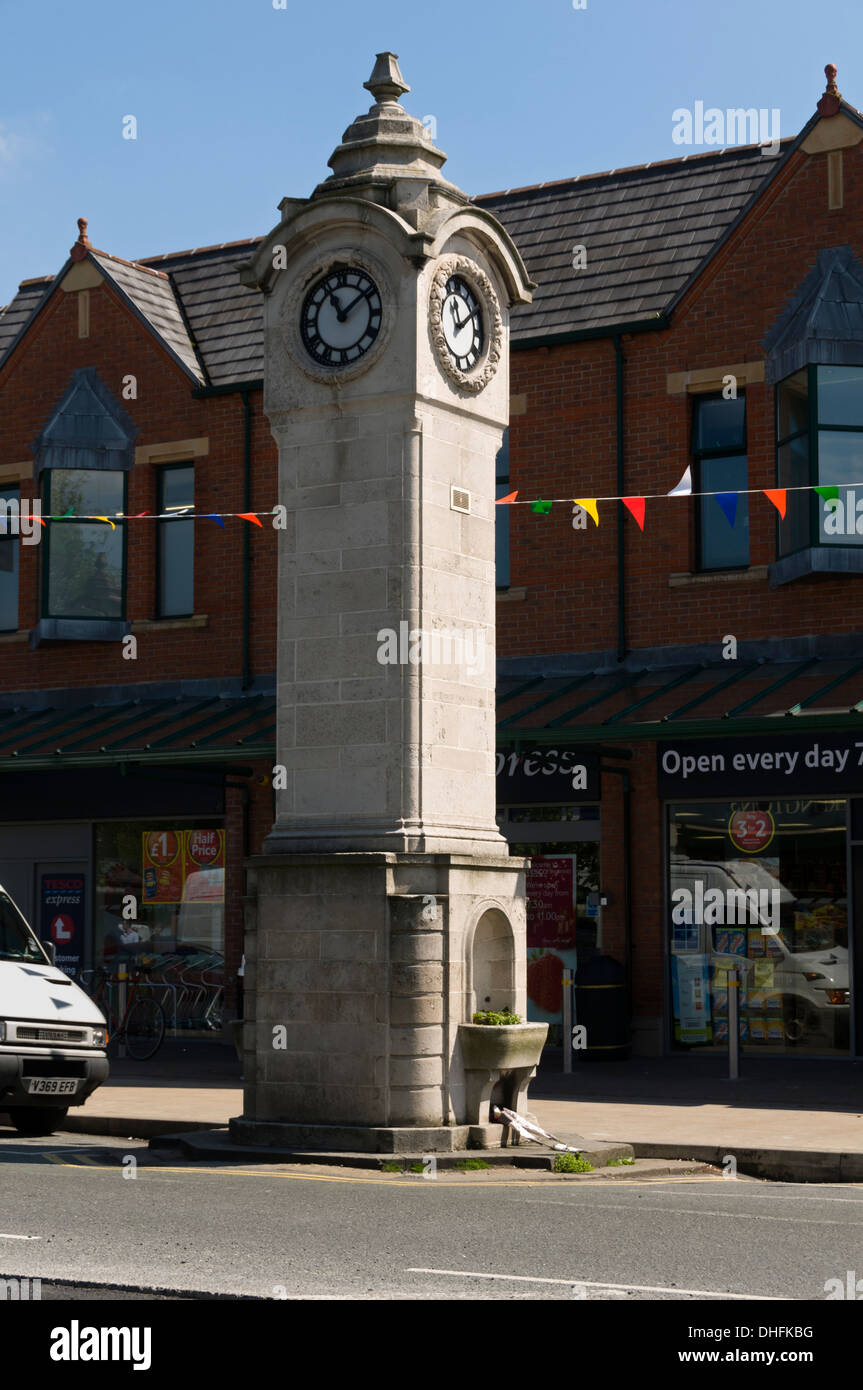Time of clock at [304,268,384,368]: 11:08
